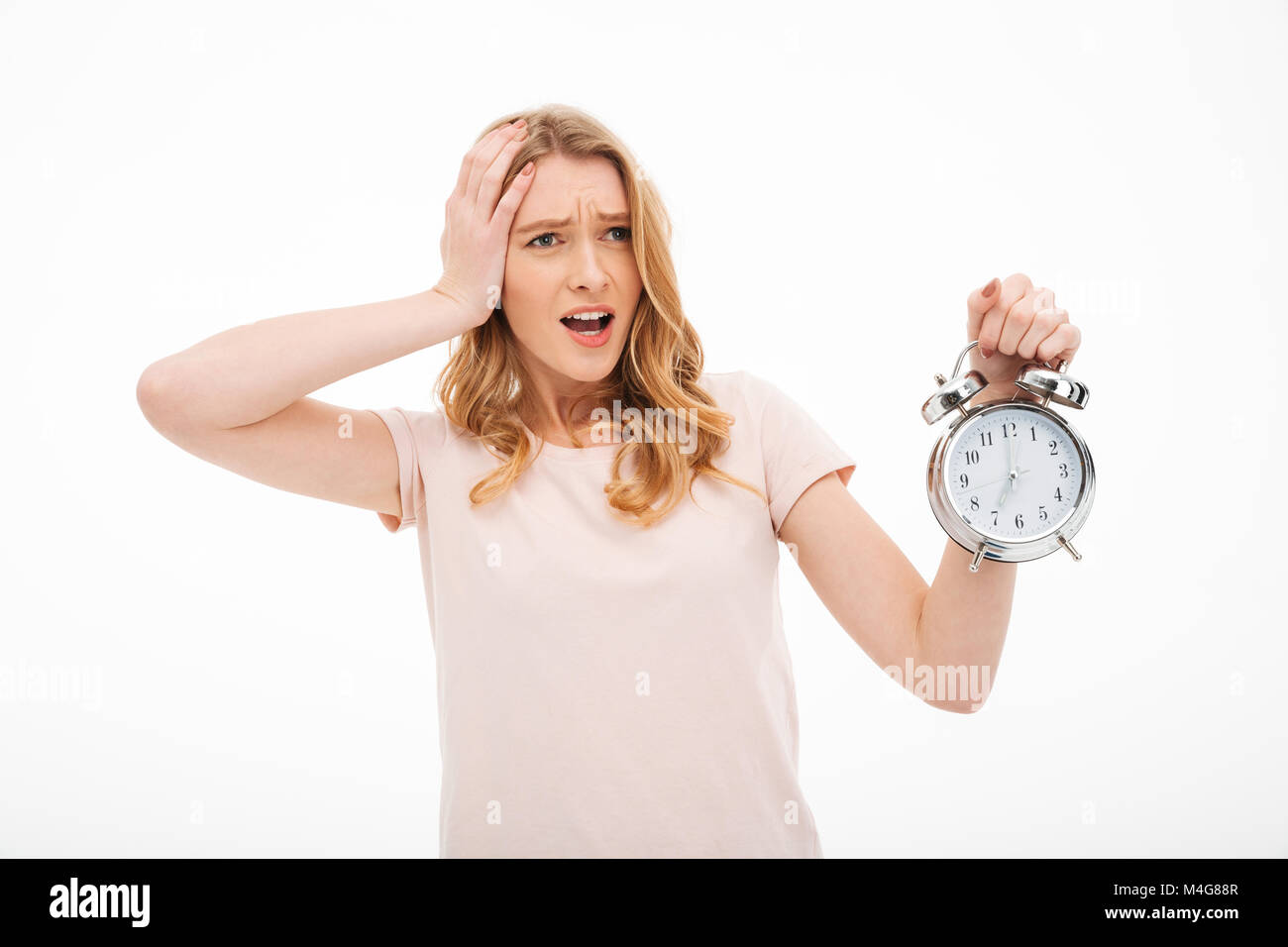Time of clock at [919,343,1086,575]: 7:00
